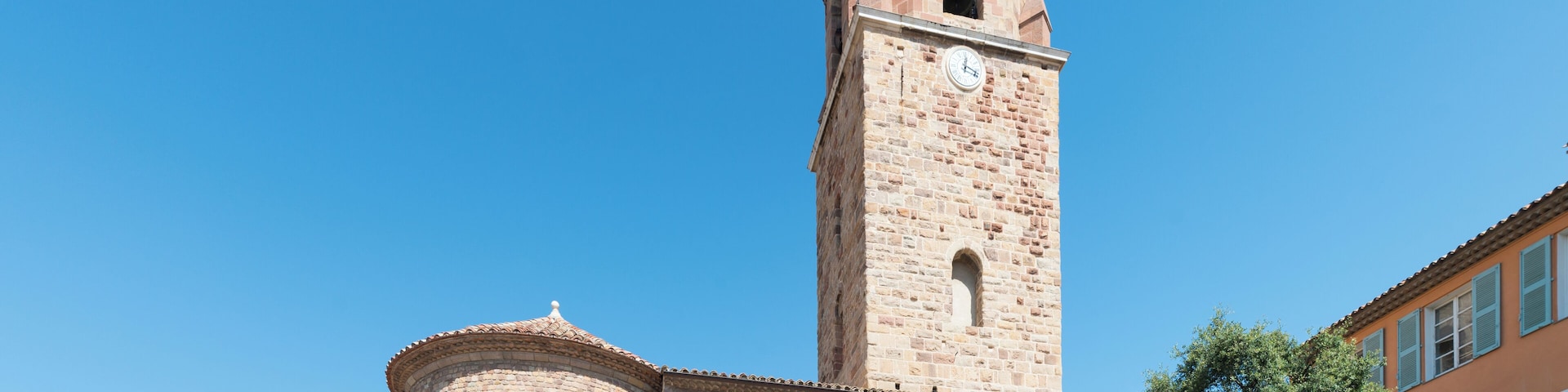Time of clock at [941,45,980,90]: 12:18
